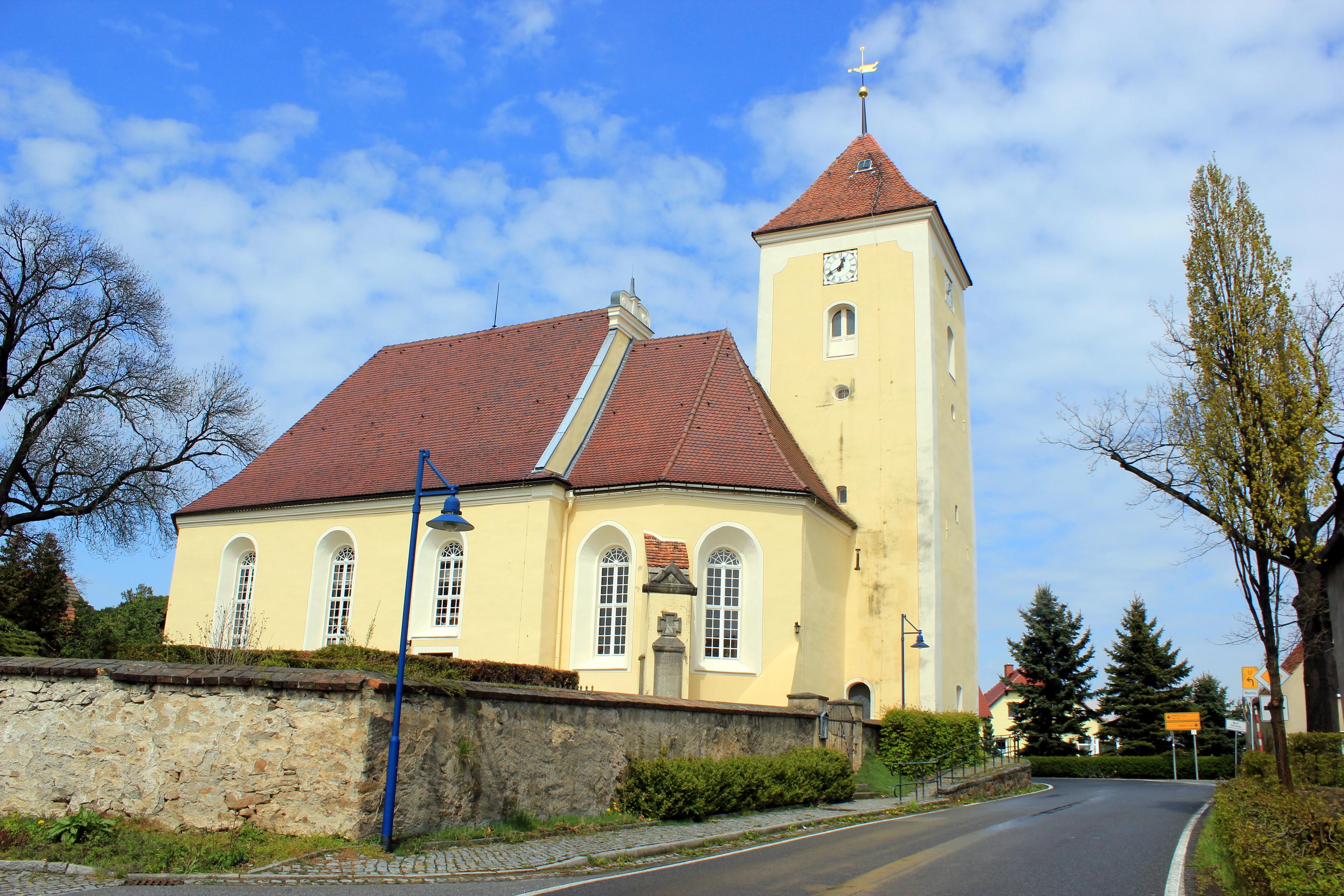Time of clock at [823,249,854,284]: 12:40
